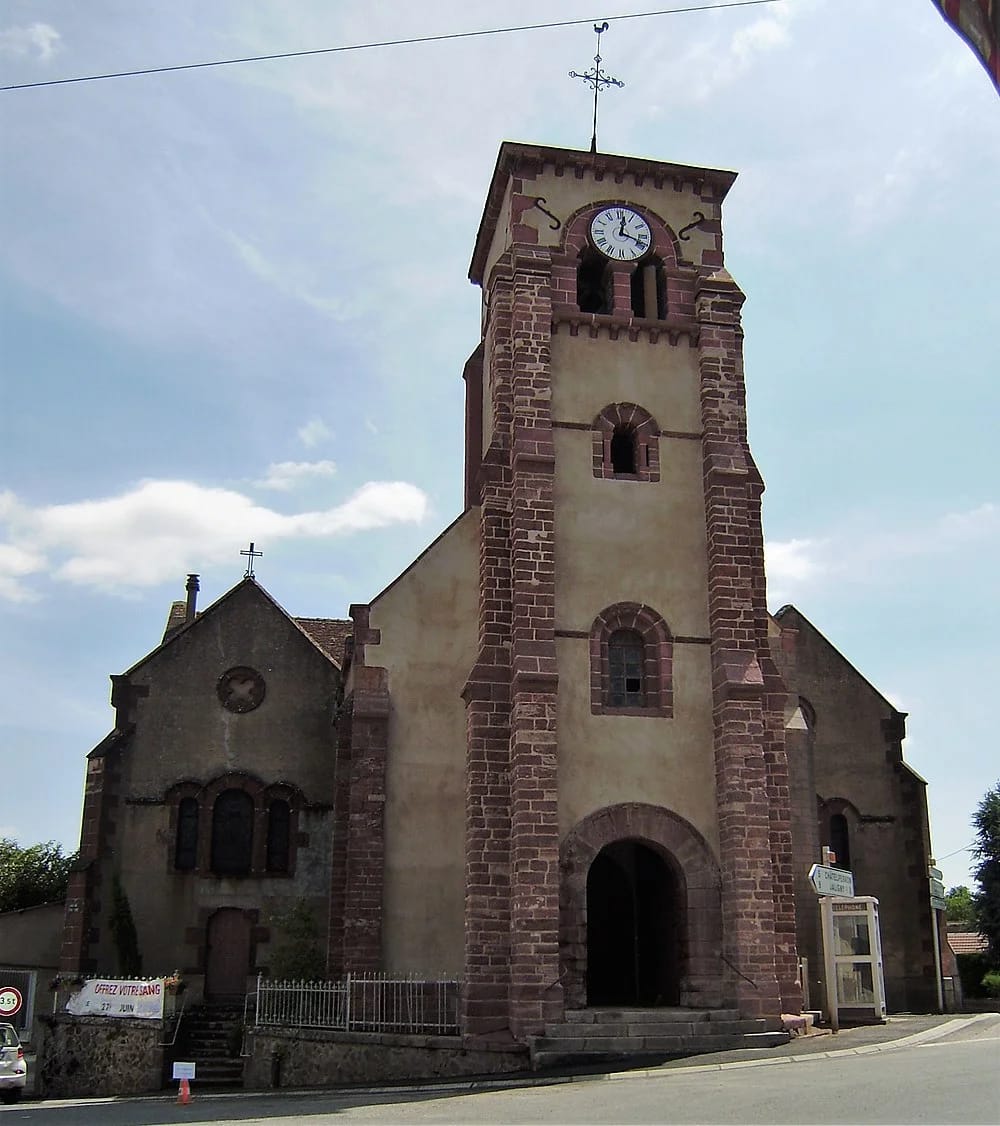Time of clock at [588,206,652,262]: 12:18
